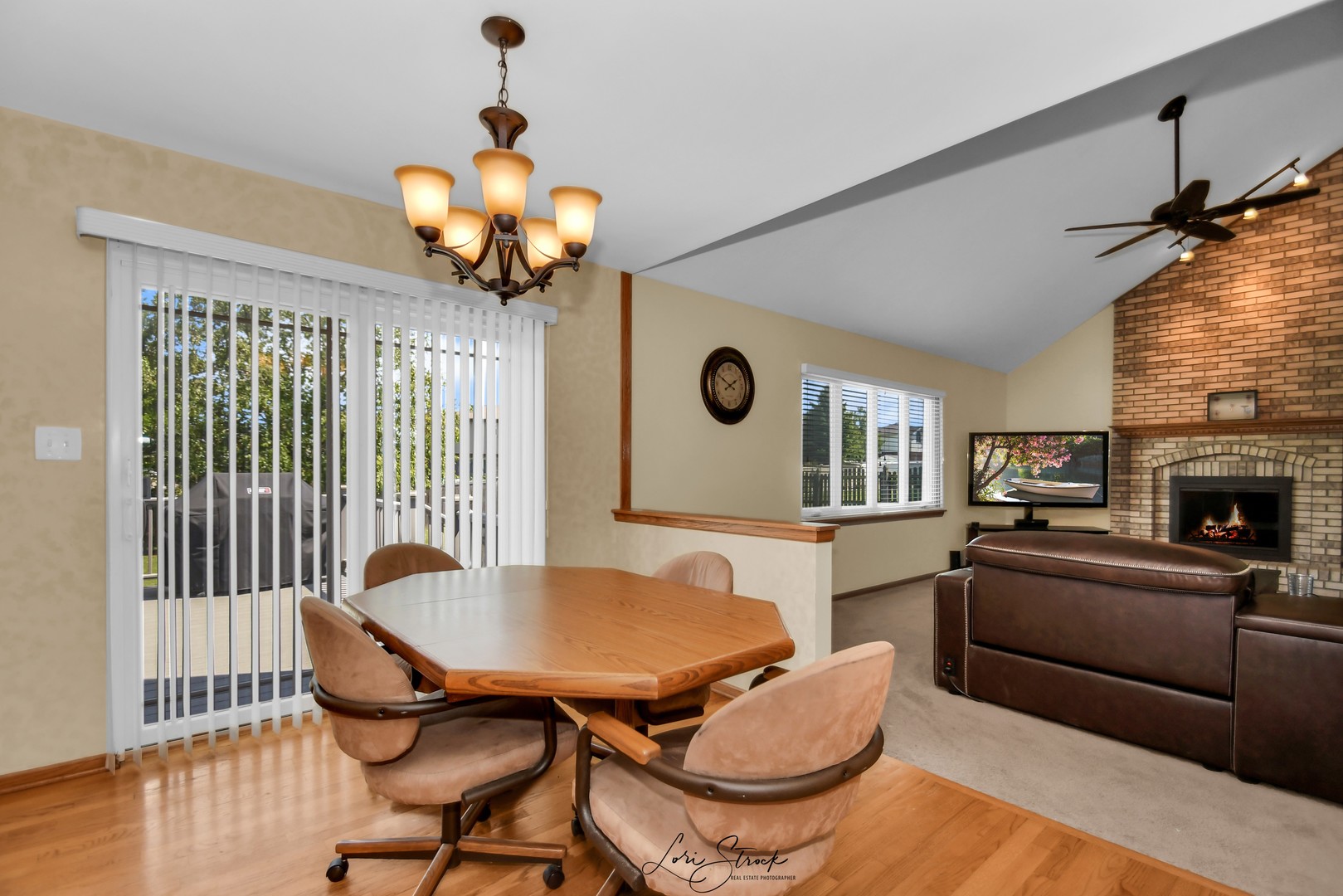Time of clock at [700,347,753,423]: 1:50
